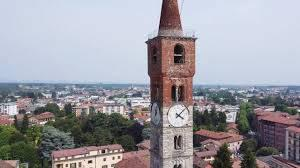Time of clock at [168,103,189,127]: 4:07
